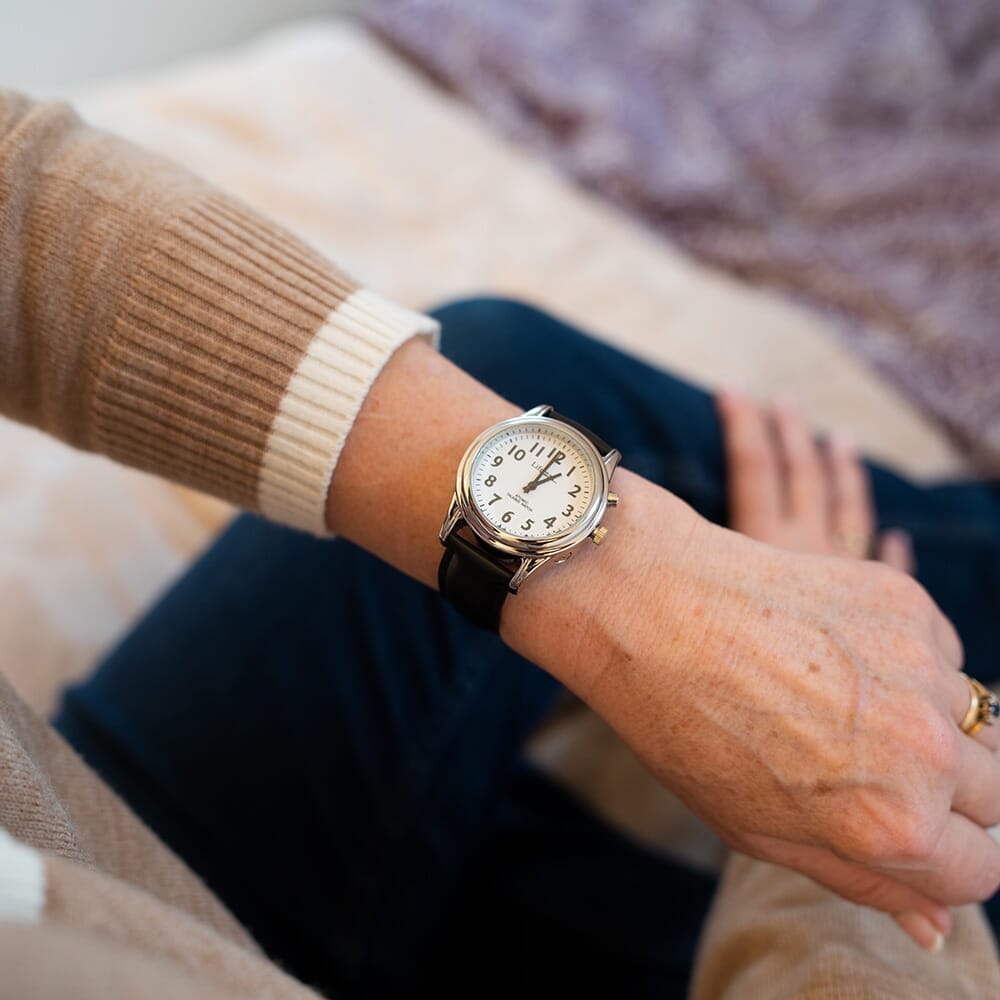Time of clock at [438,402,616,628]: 2:05
